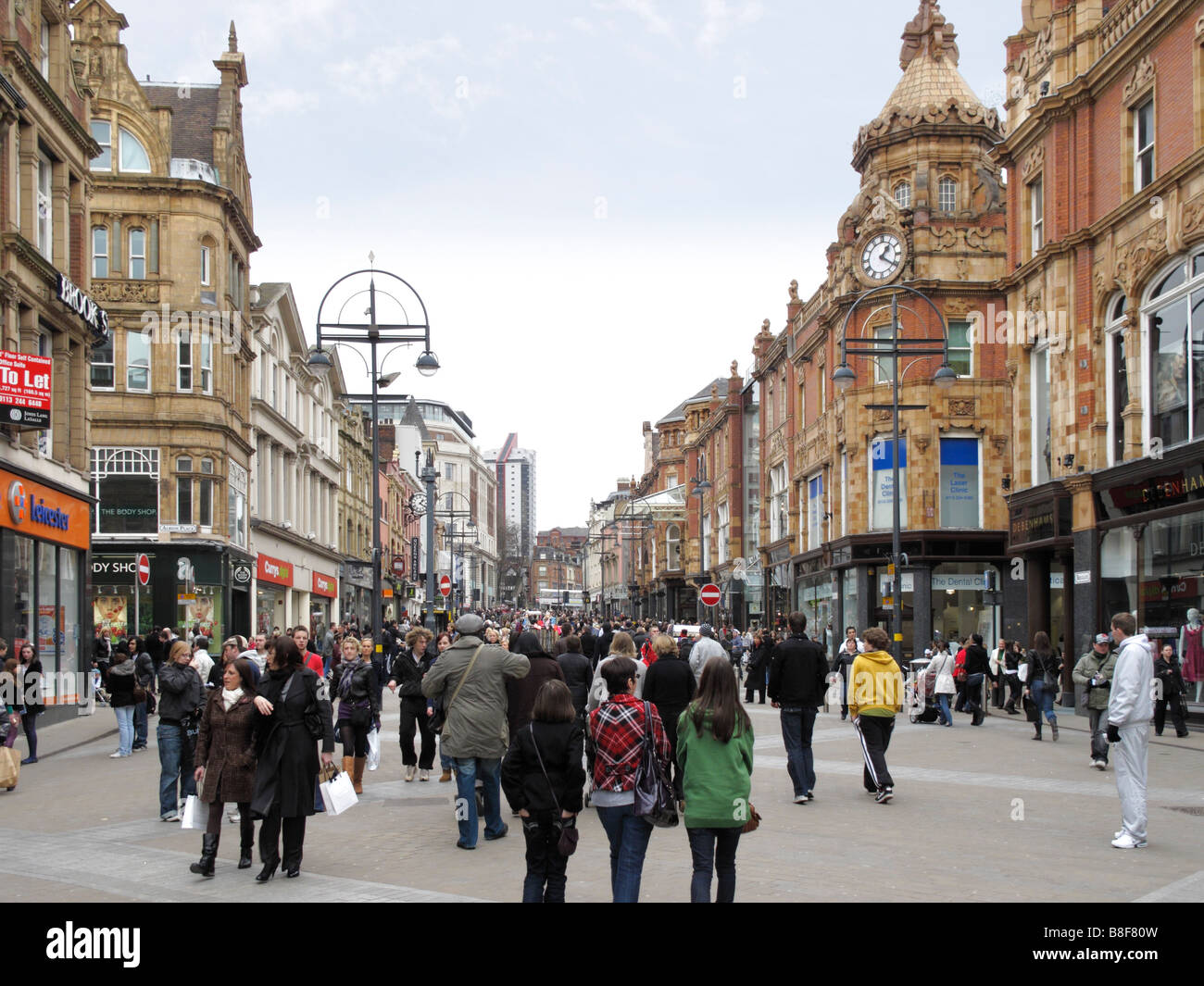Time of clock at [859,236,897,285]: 1:20
